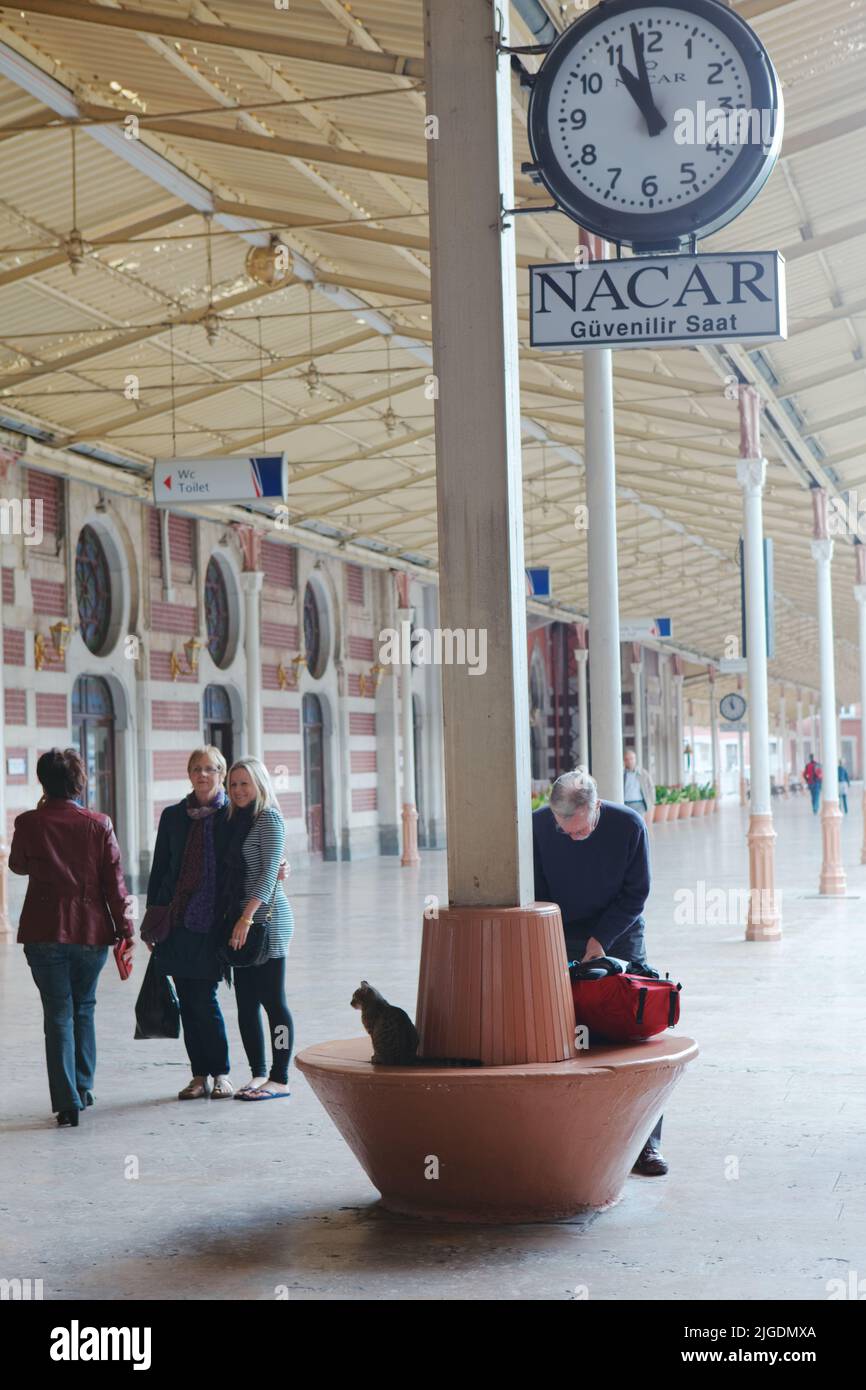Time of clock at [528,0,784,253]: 10:58
